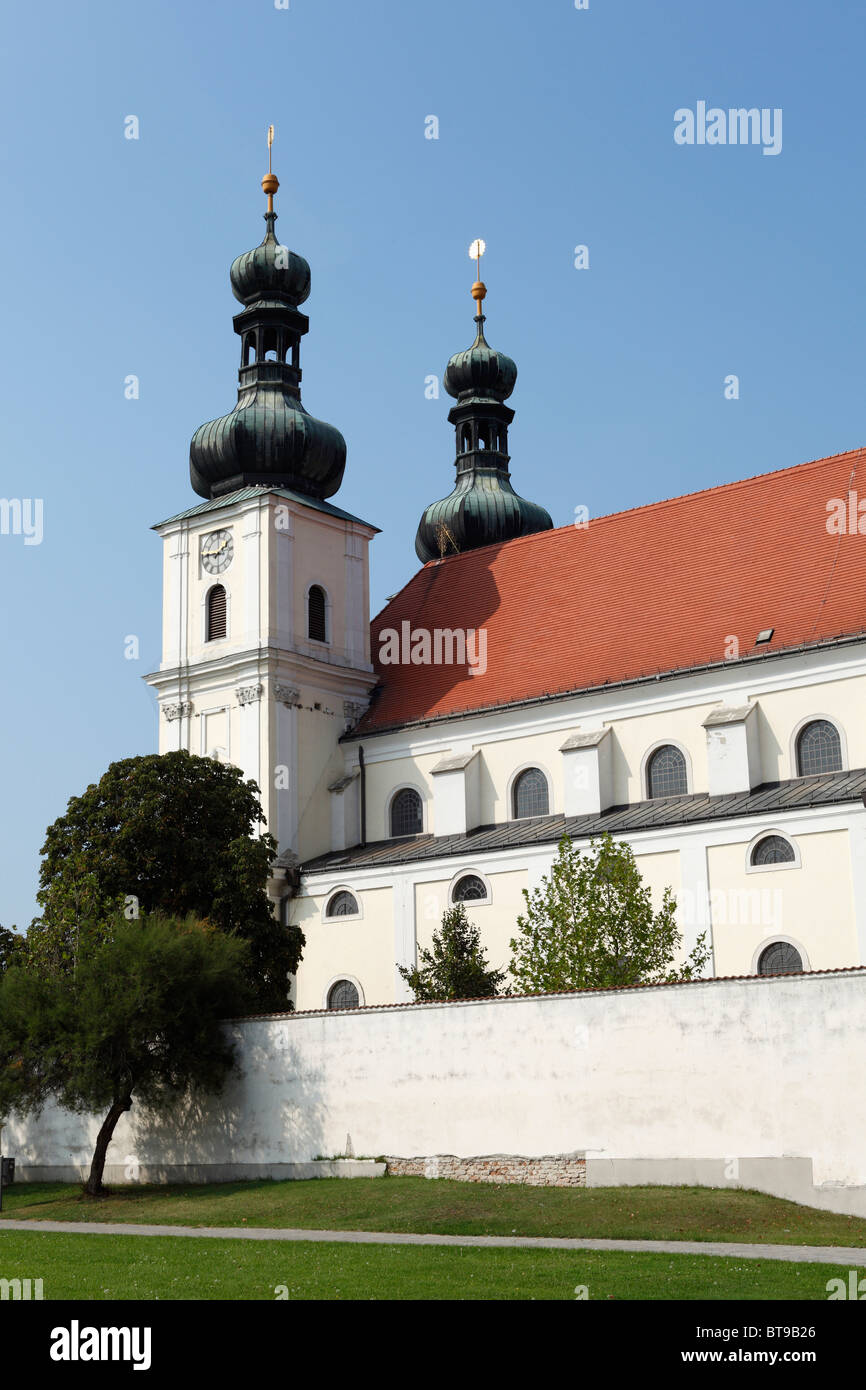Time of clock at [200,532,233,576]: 1:45
